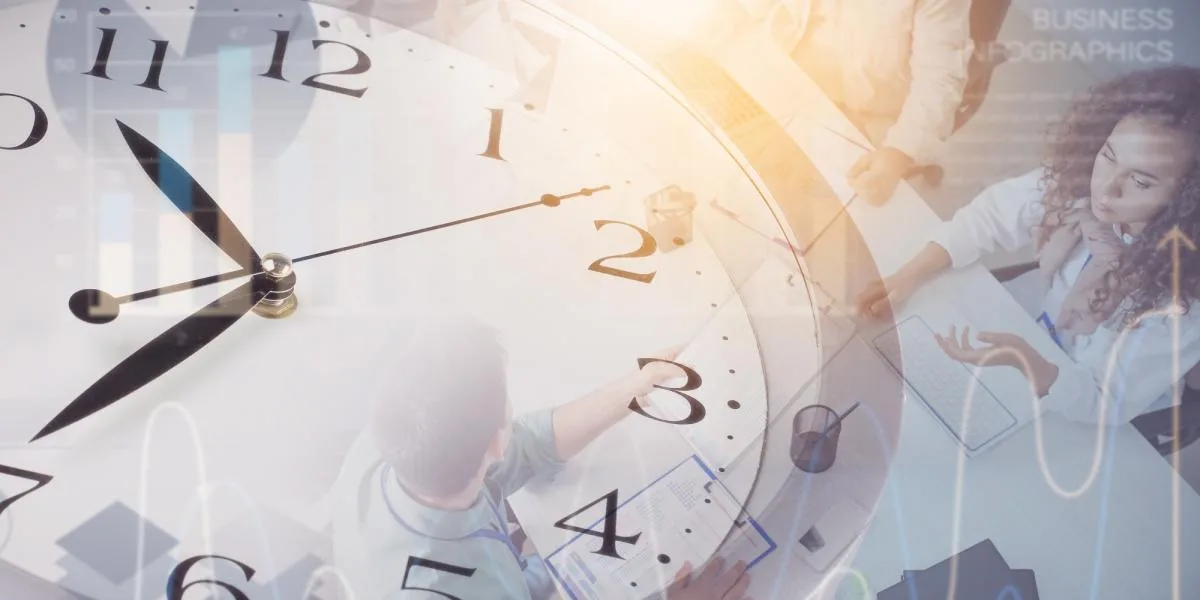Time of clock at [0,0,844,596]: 10:36
